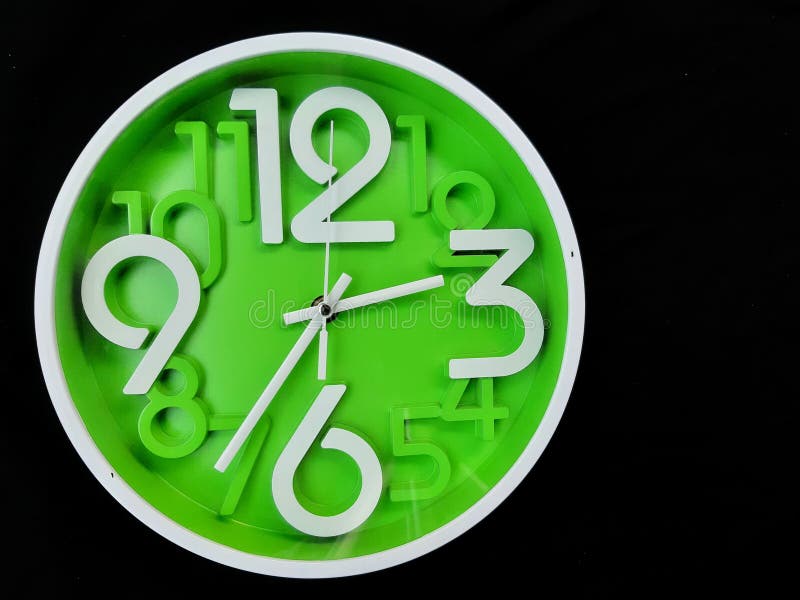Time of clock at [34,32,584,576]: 2:35
